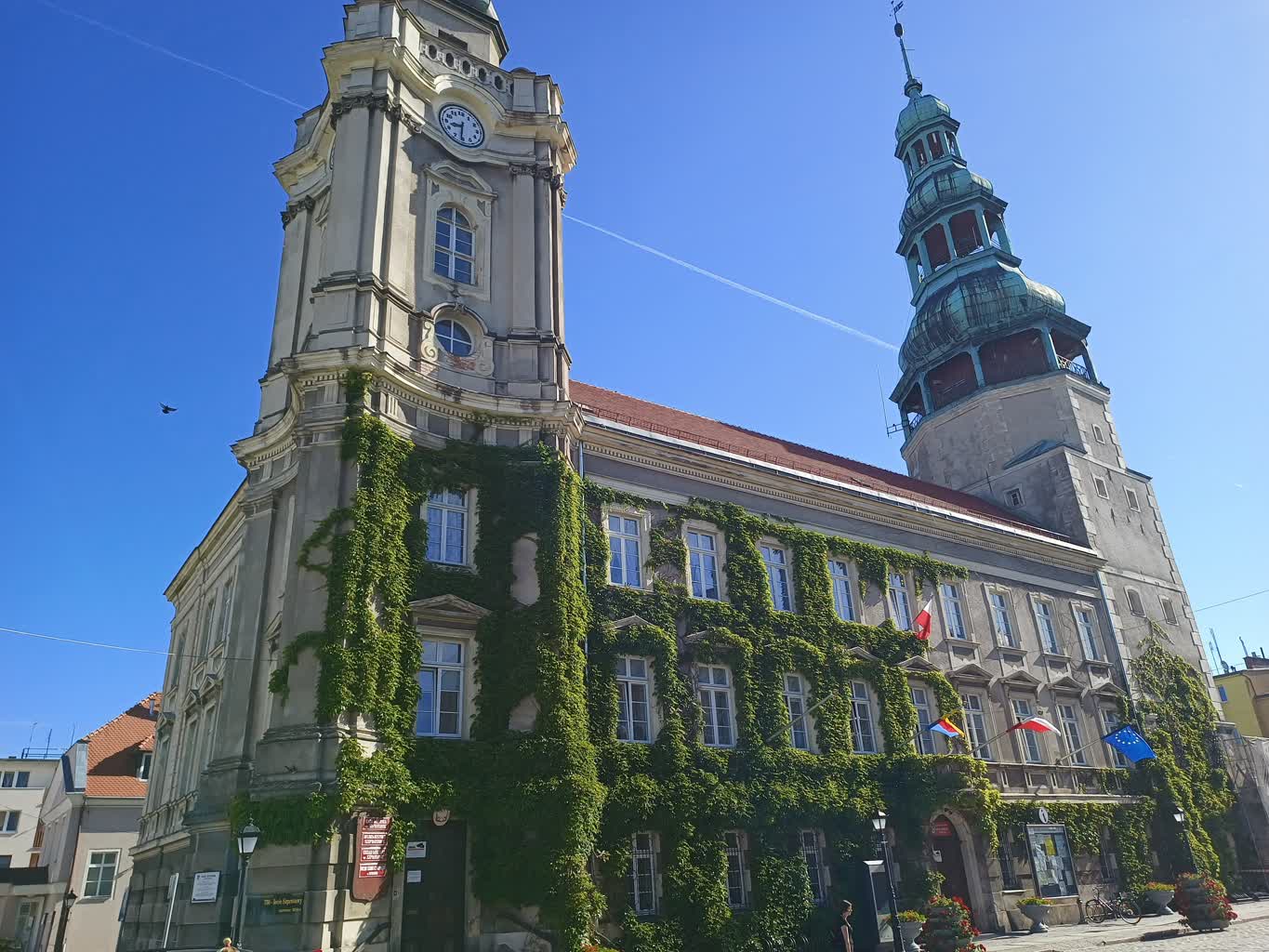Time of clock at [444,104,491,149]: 8:31
